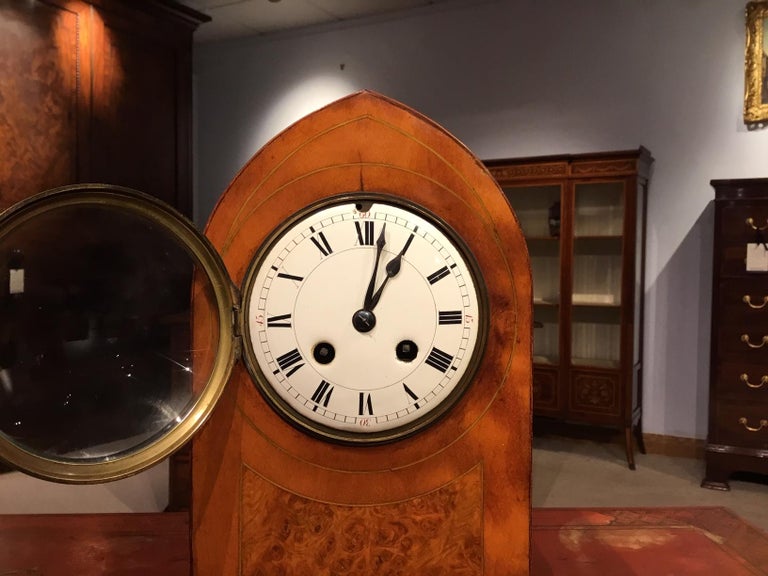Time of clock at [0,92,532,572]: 1:02
